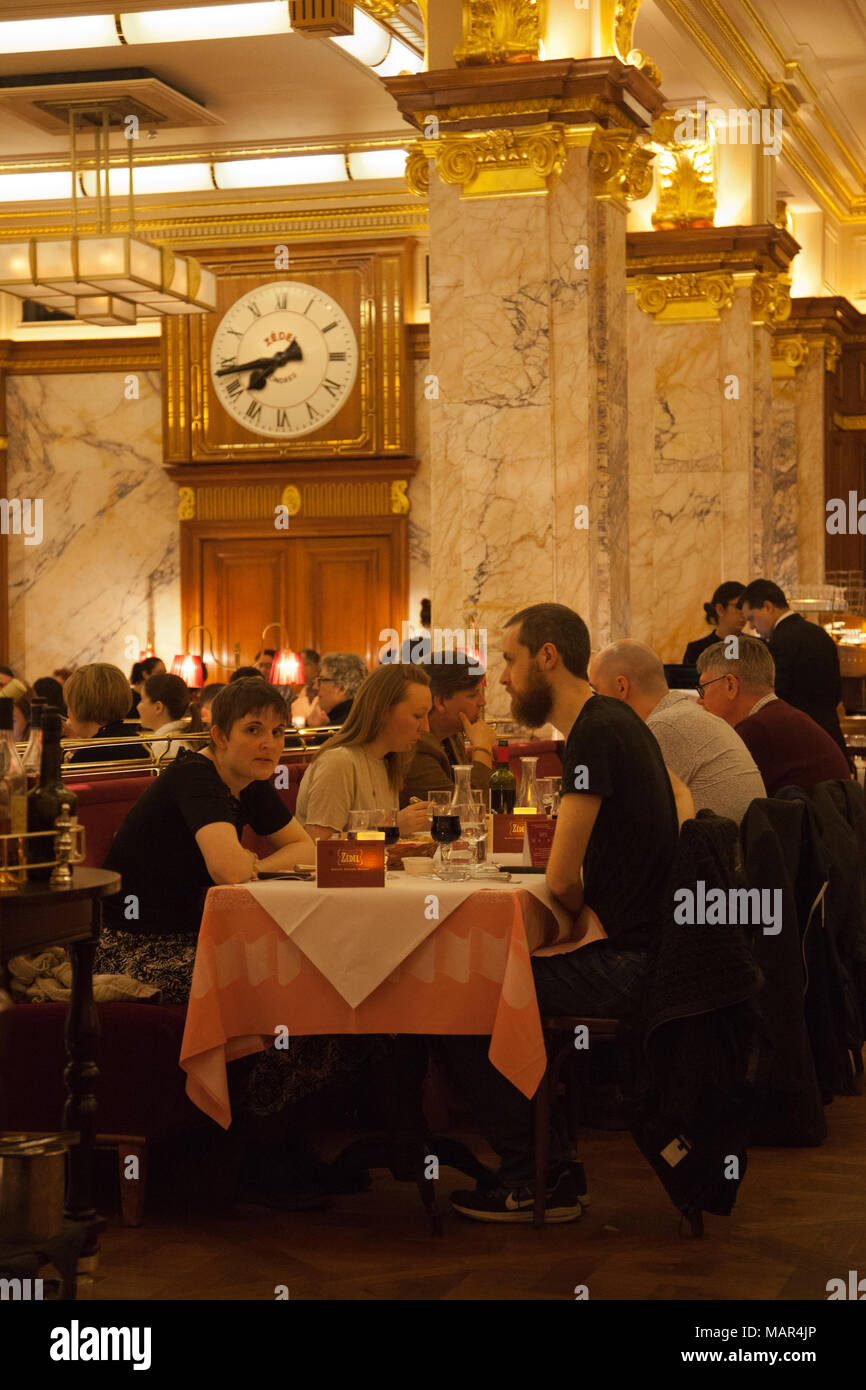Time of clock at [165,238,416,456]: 7:43
